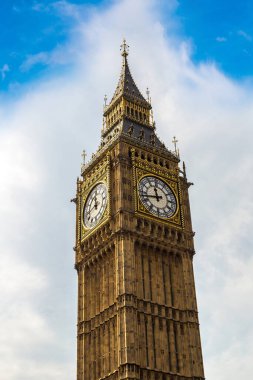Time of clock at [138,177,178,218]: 11:42
